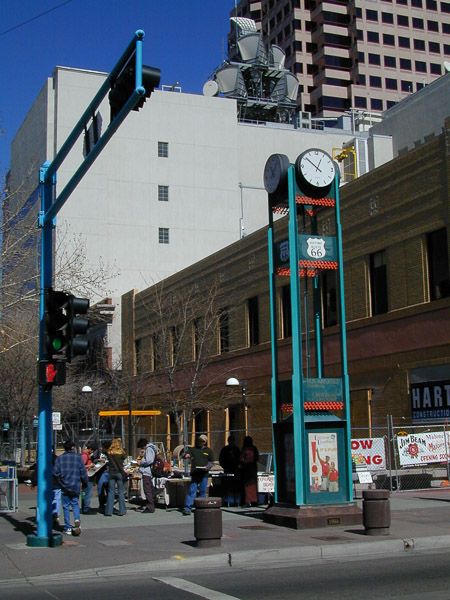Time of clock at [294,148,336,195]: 12:51
